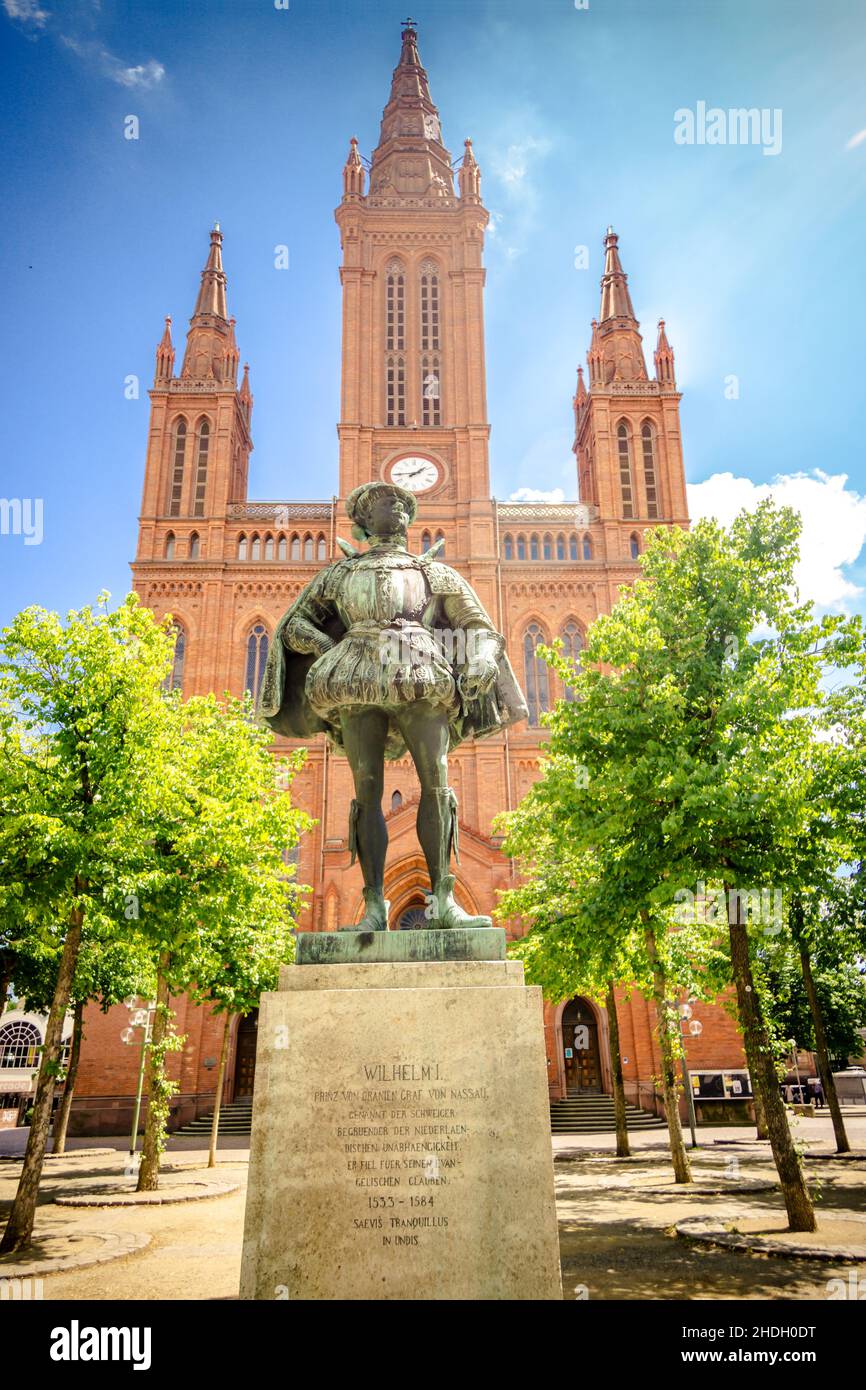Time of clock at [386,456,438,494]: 1:44
